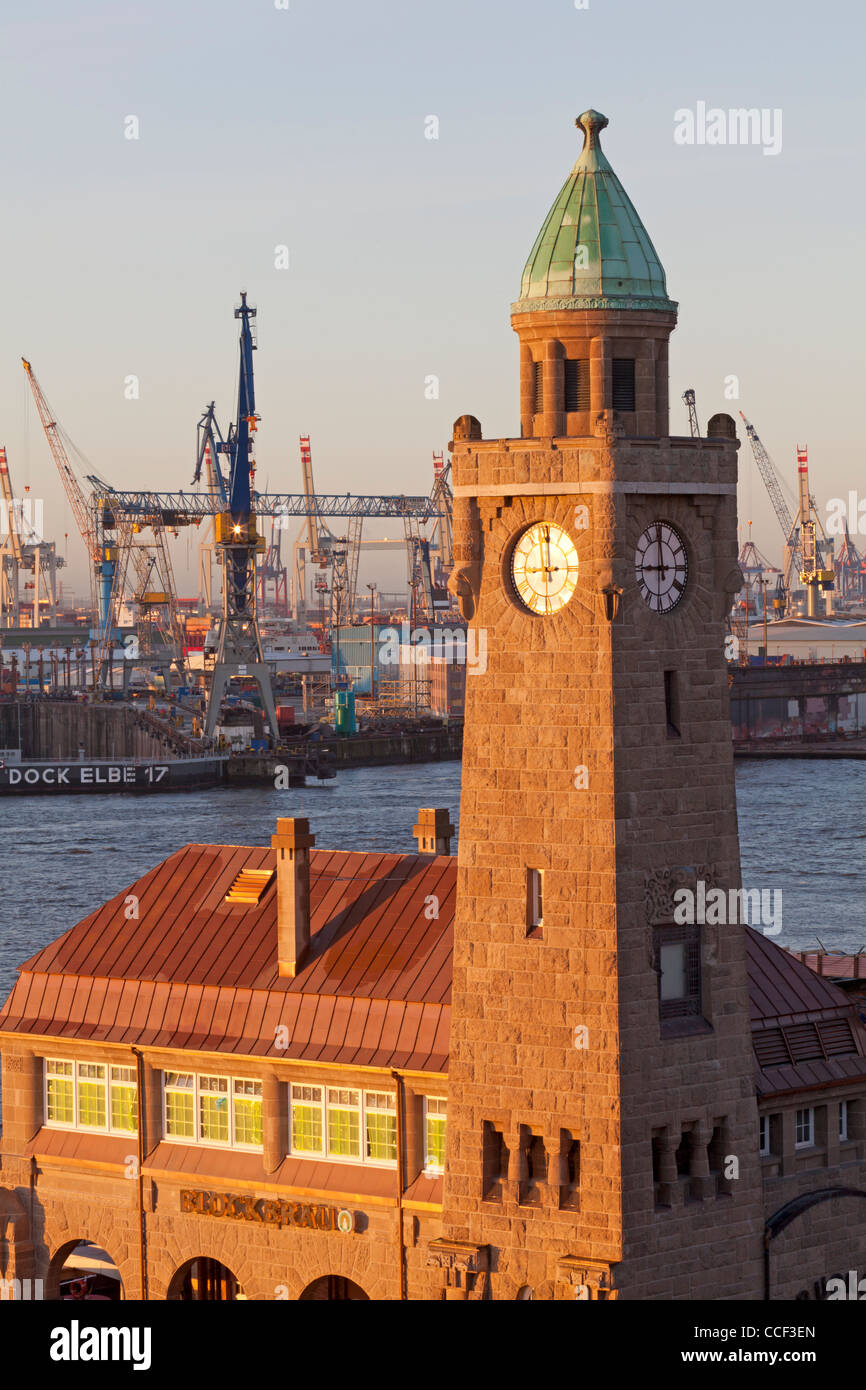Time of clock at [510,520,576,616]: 9:00
